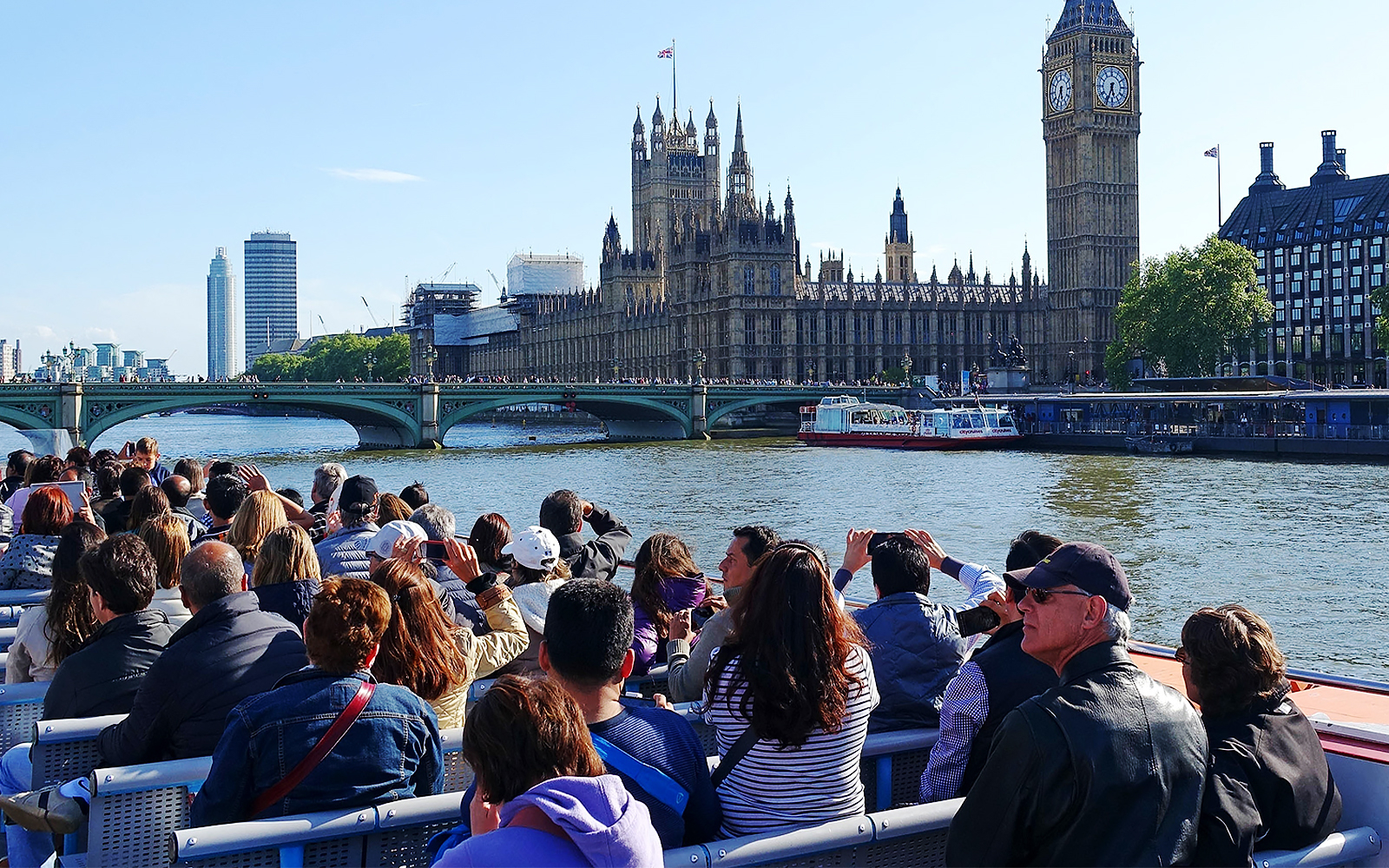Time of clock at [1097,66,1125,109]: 5:33
